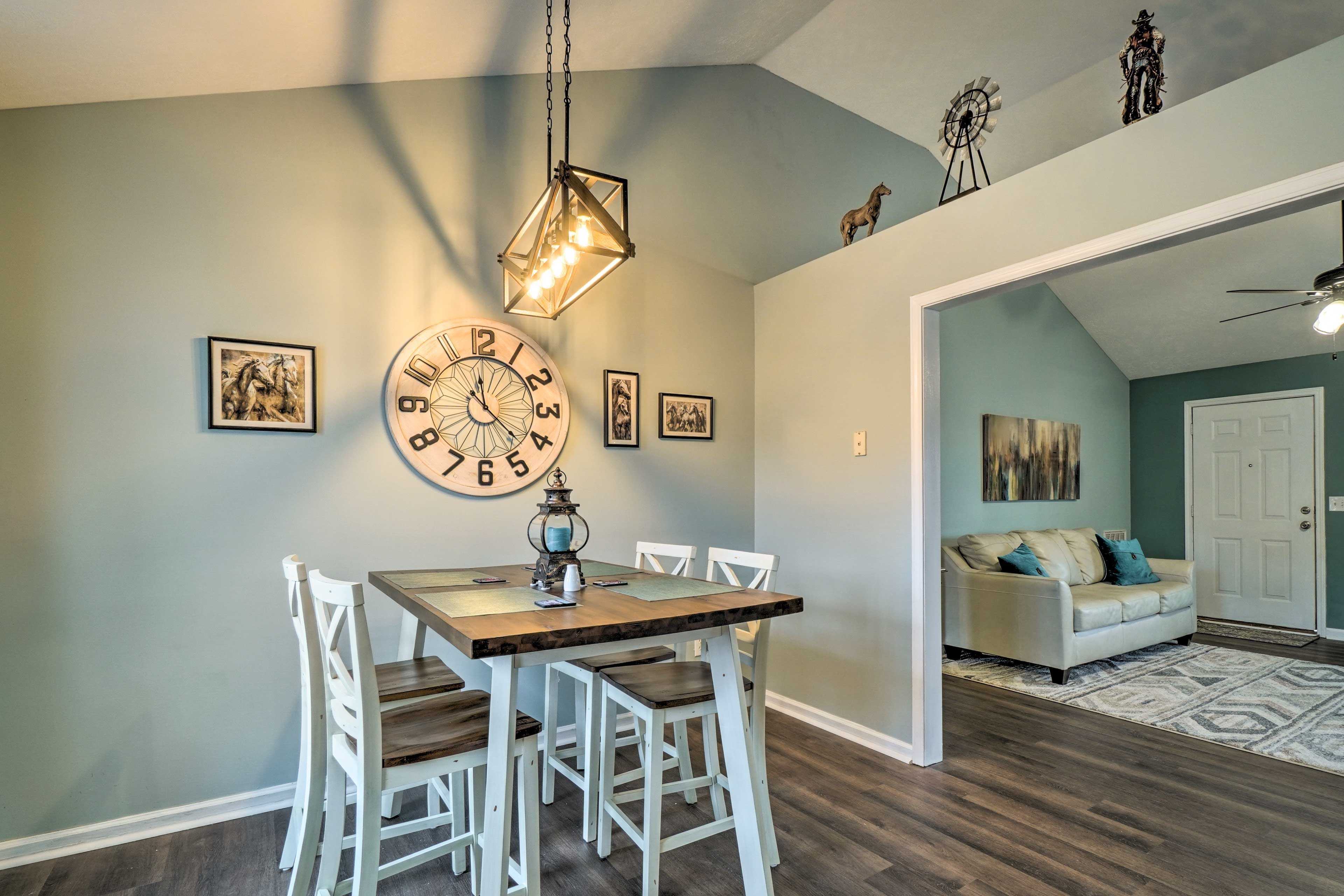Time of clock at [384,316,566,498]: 12:22
